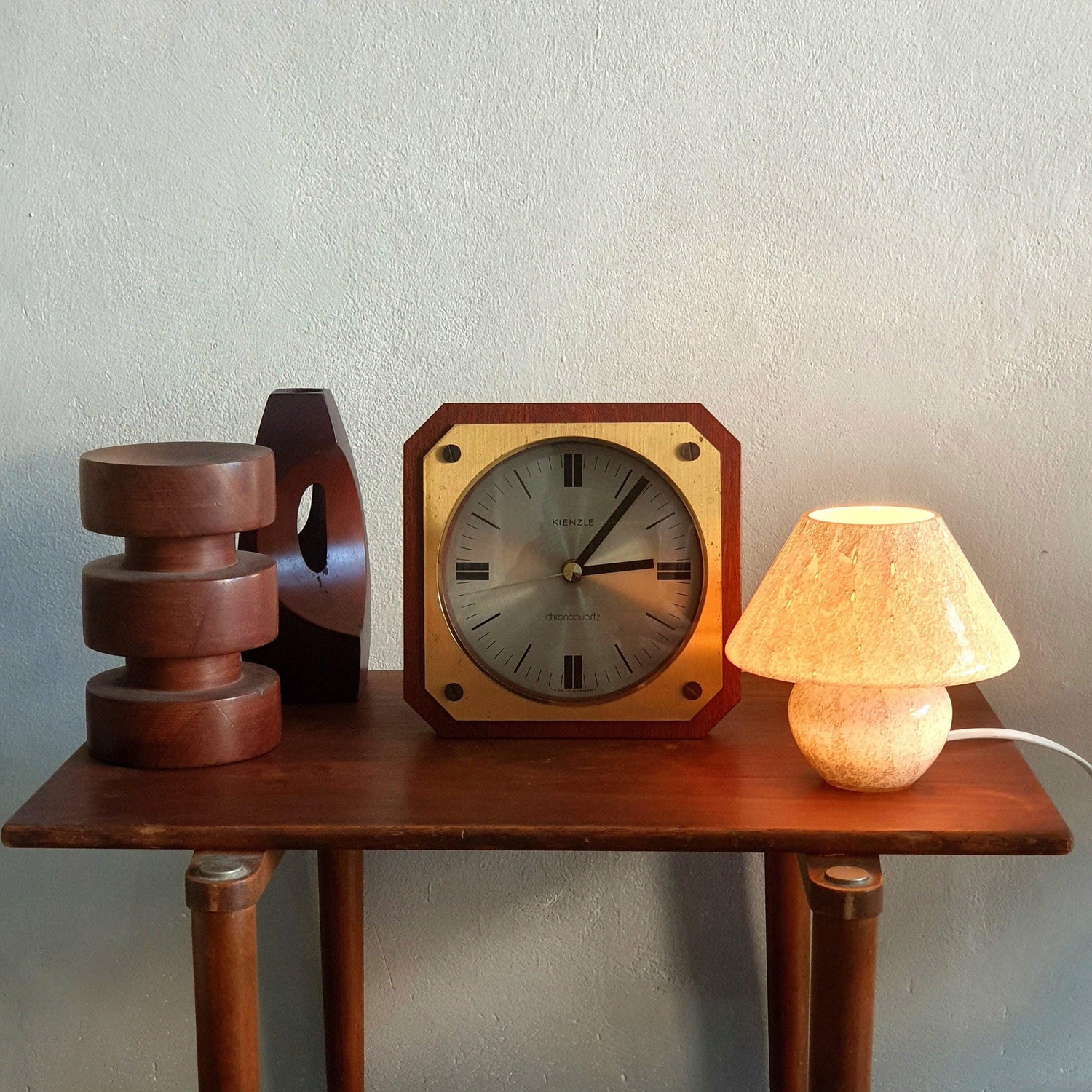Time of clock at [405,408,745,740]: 3:06
